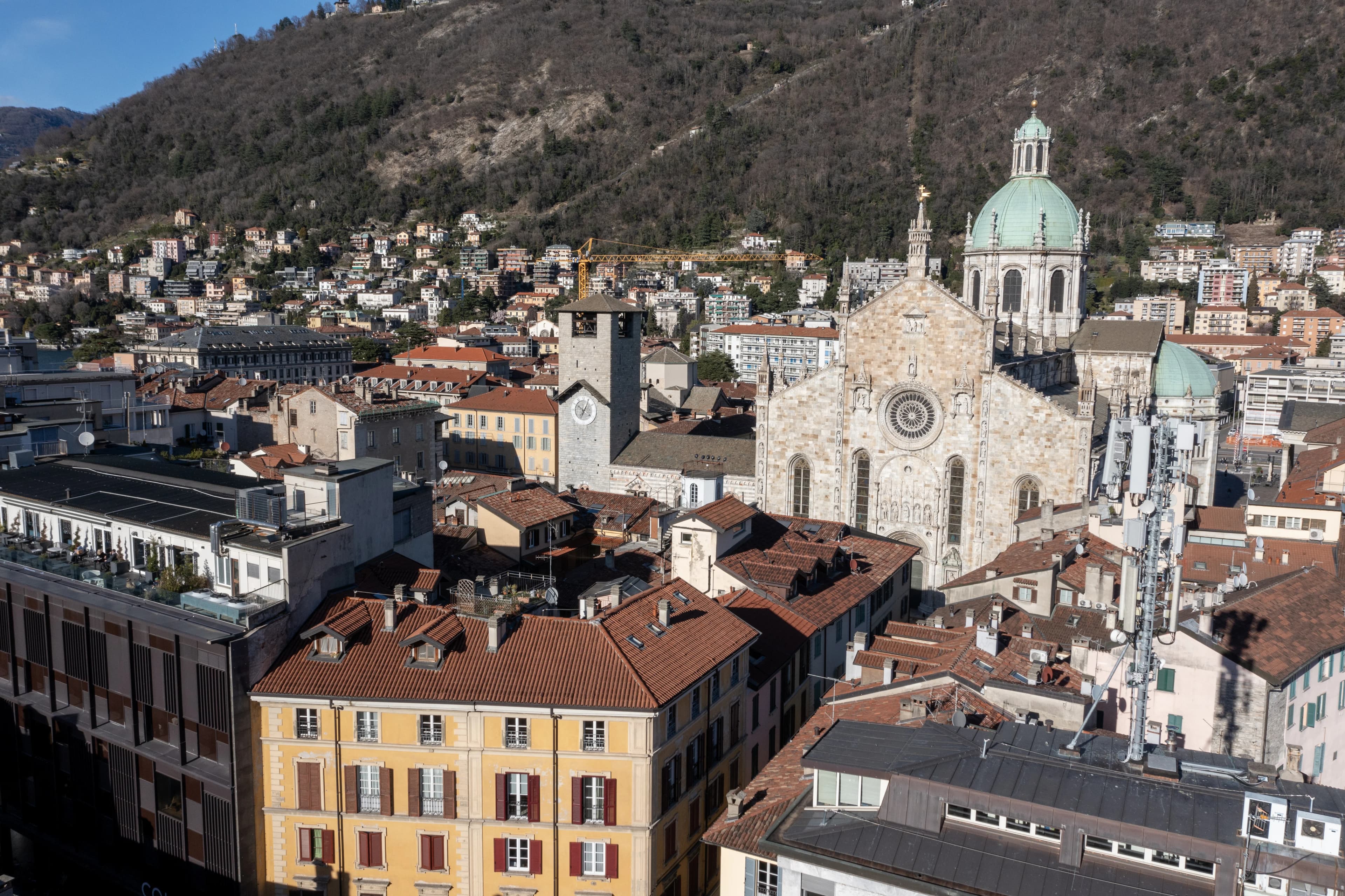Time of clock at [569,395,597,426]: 10:04
